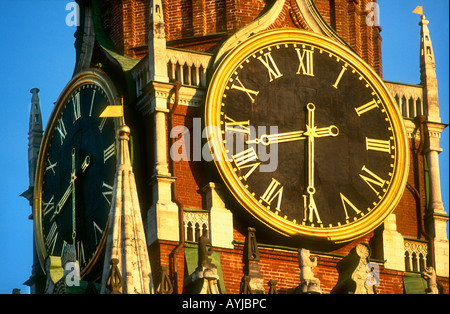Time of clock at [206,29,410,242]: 8:30
